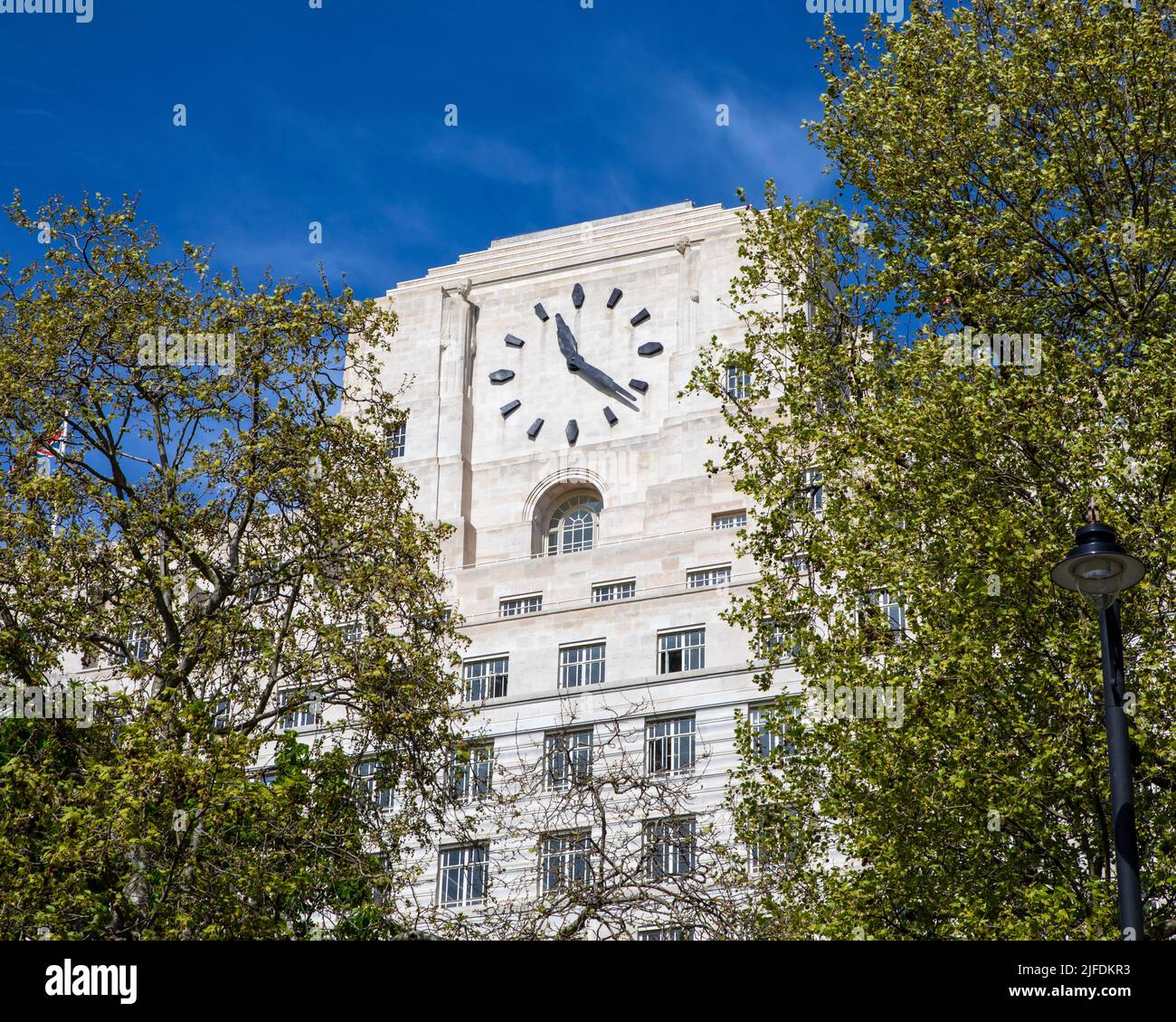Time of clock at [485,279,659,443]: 11:21
